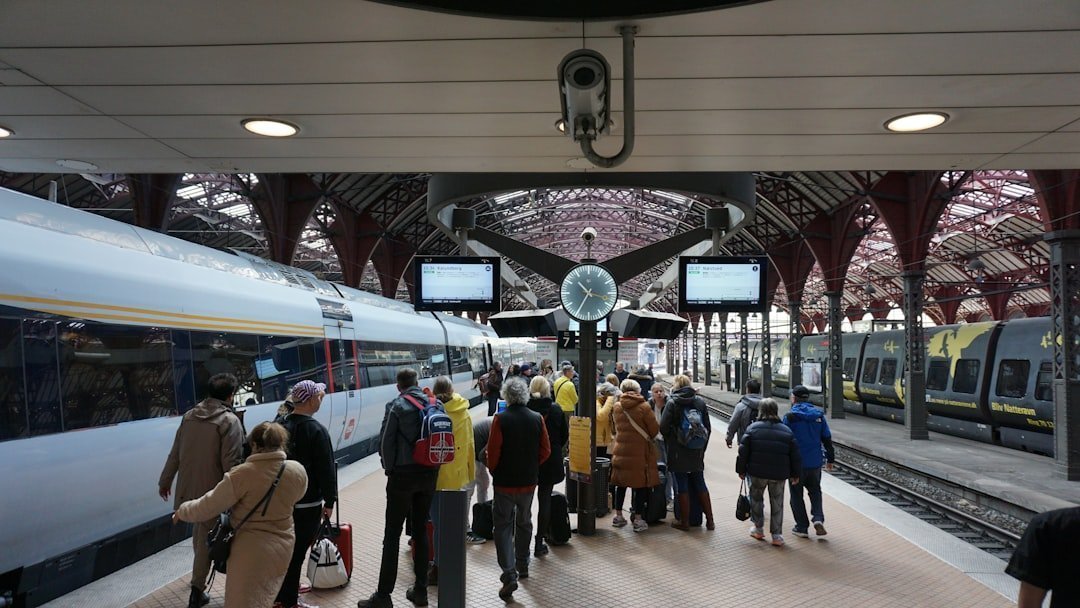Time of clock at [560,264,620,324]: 10:34
